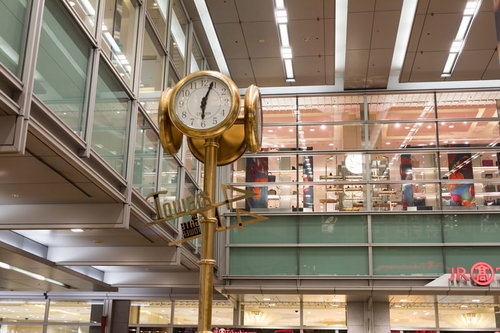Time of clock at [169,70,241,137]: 6:03
